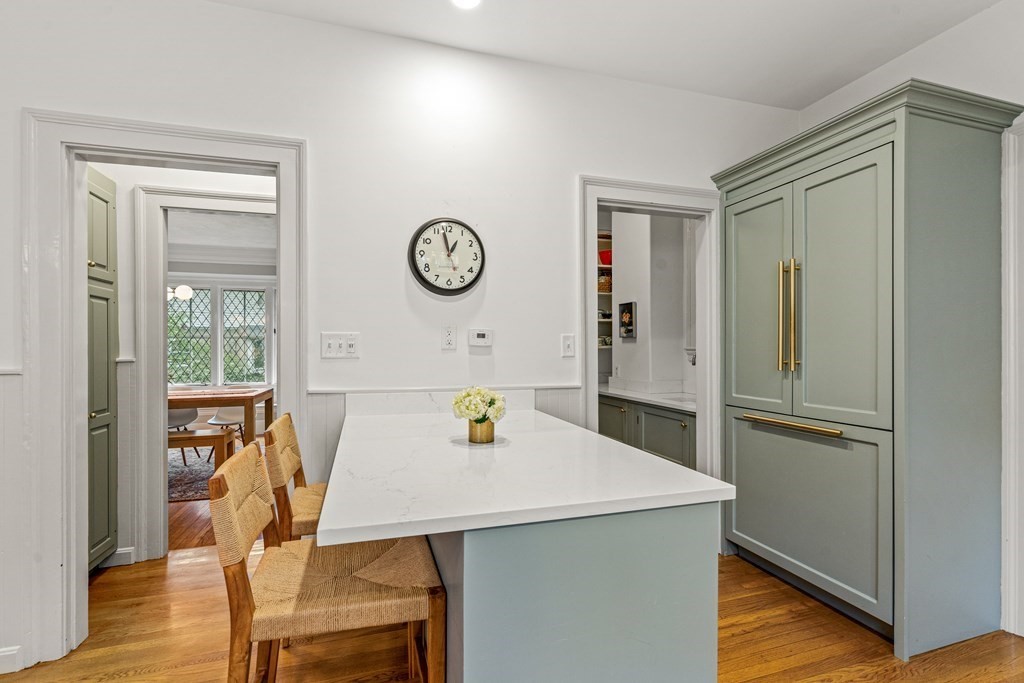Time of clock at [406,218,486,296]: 12:57
